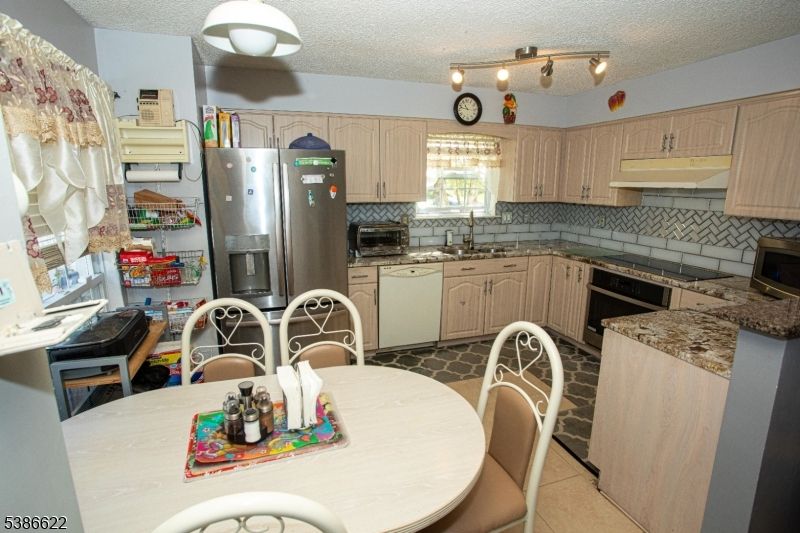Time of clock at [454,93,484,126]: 10:47
